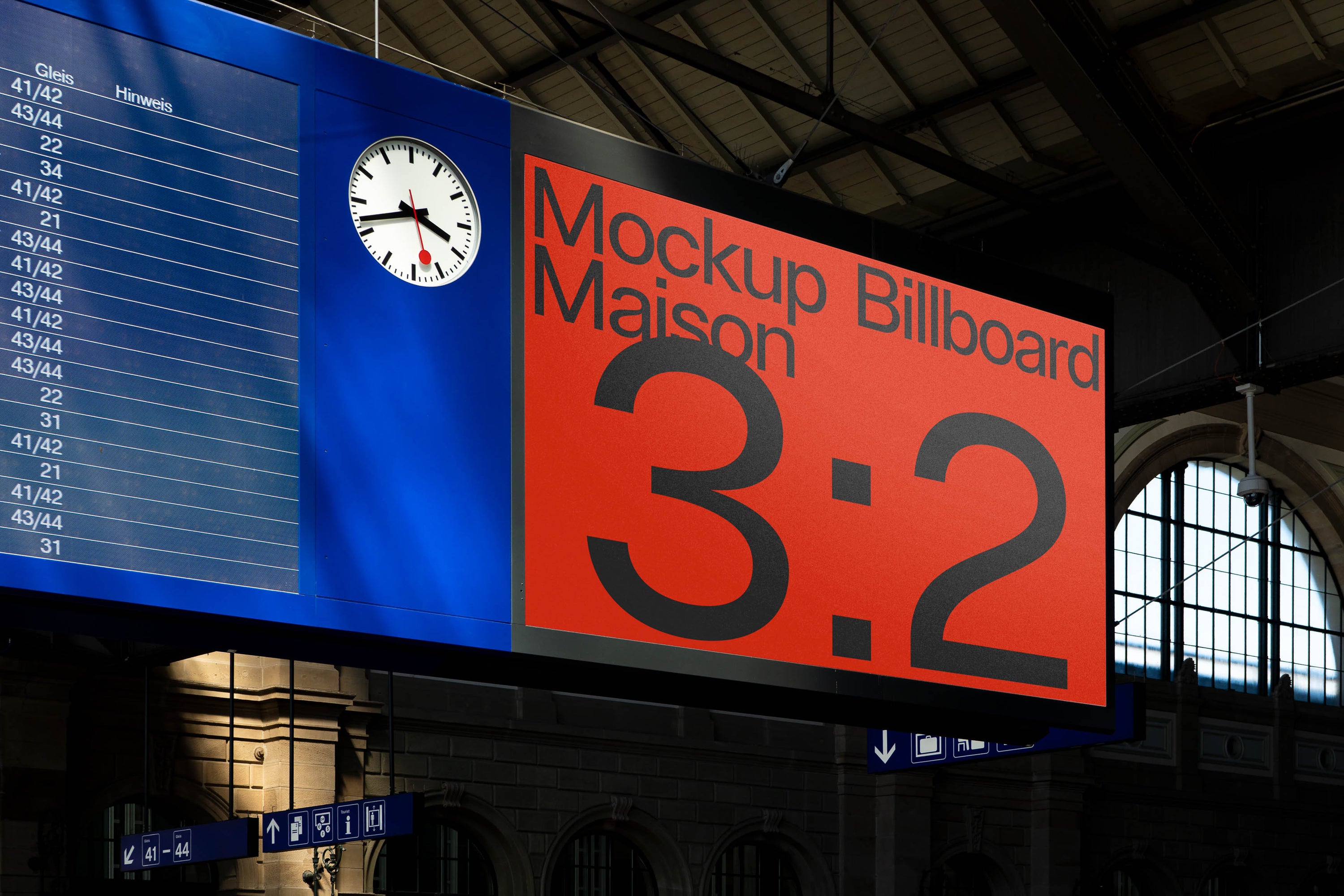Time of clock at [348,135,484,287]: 3:42
